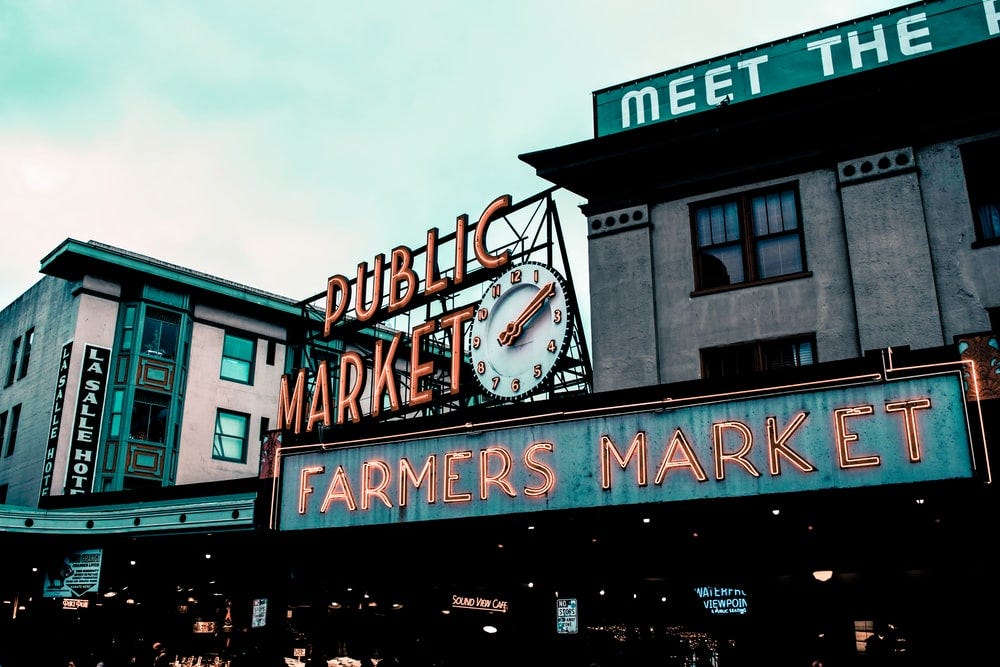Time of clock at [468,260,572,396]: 2:09
